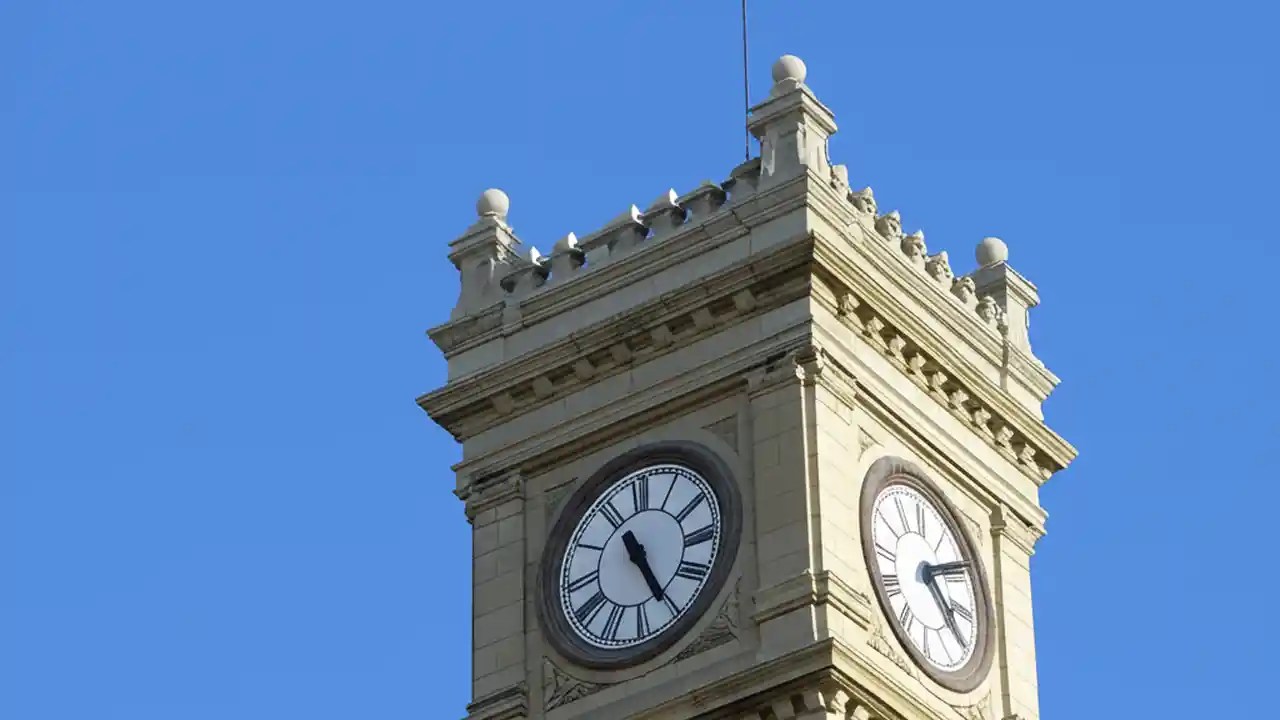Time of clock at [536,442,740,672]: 11:25
